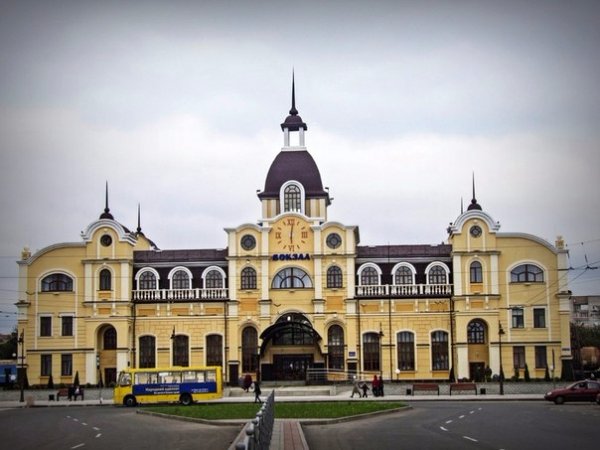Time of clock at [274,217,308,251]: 6:01
